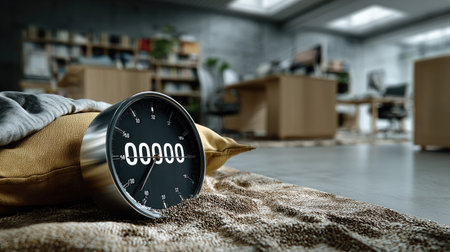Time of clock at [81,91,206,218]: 7:37
